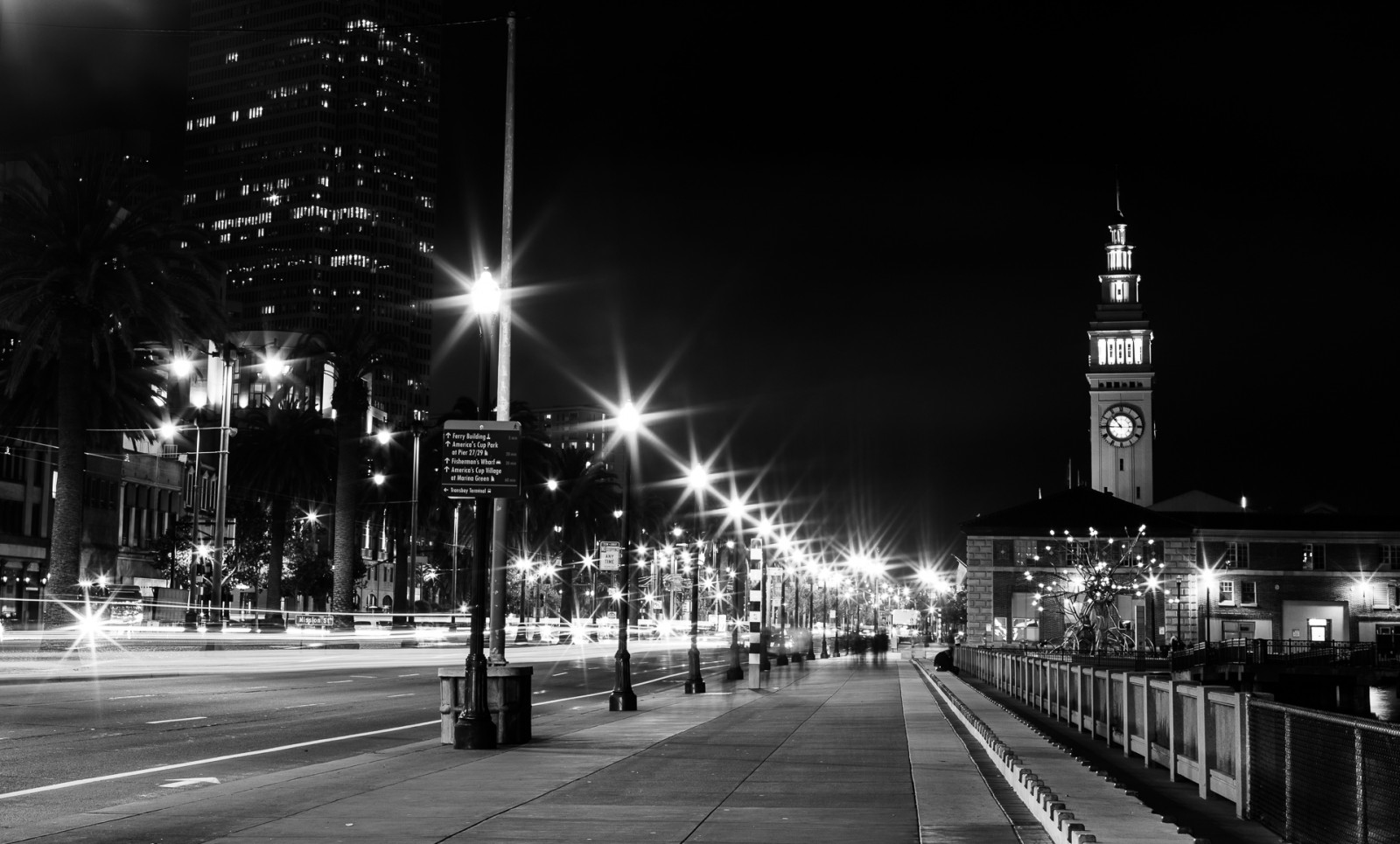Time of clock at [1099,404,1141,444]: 10:45
